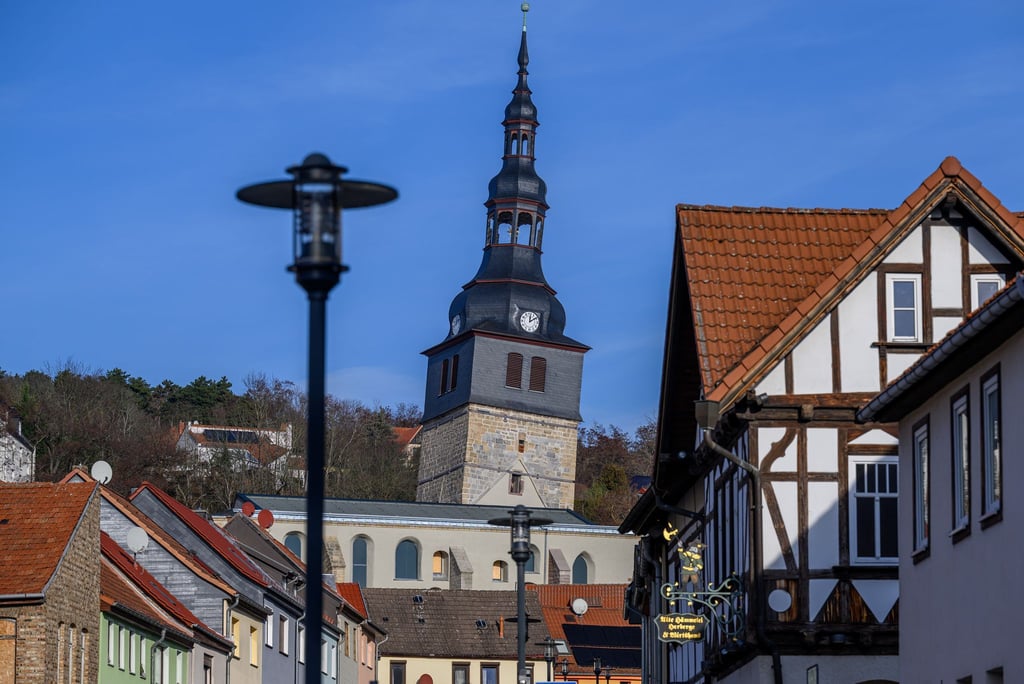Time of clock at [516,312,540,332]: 12:09
